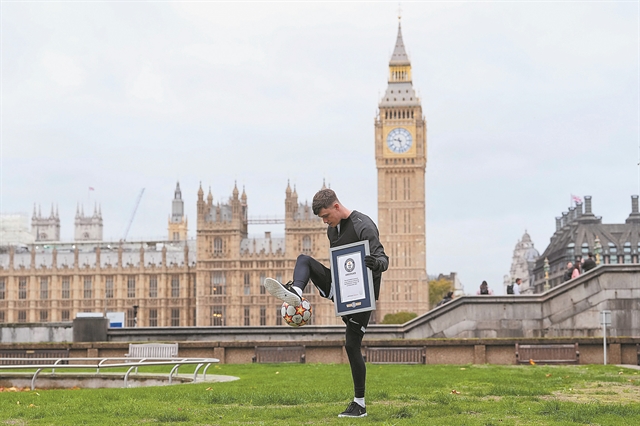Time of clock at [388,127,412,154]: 9:27
